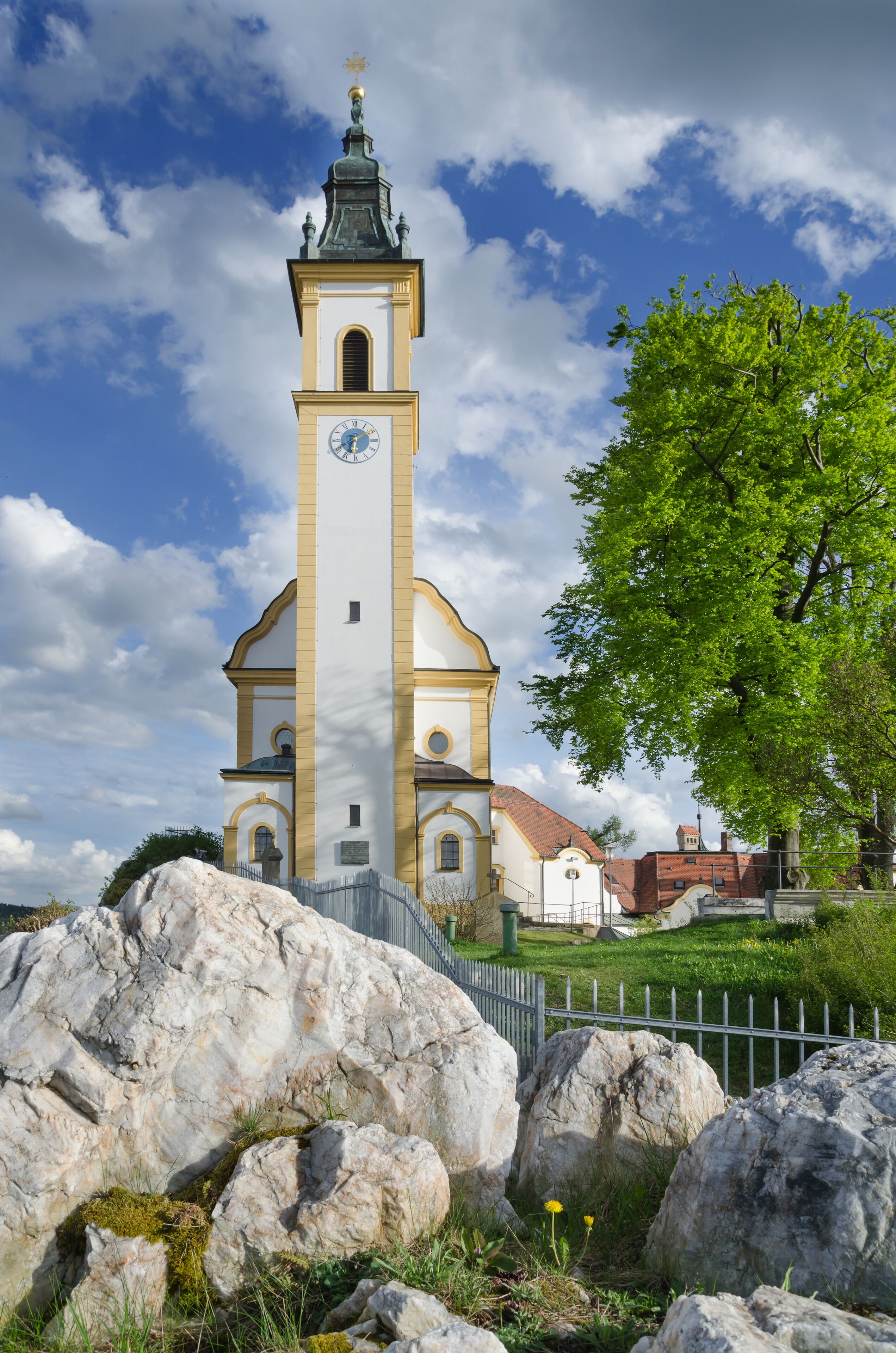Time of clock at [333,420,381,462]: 6:09
